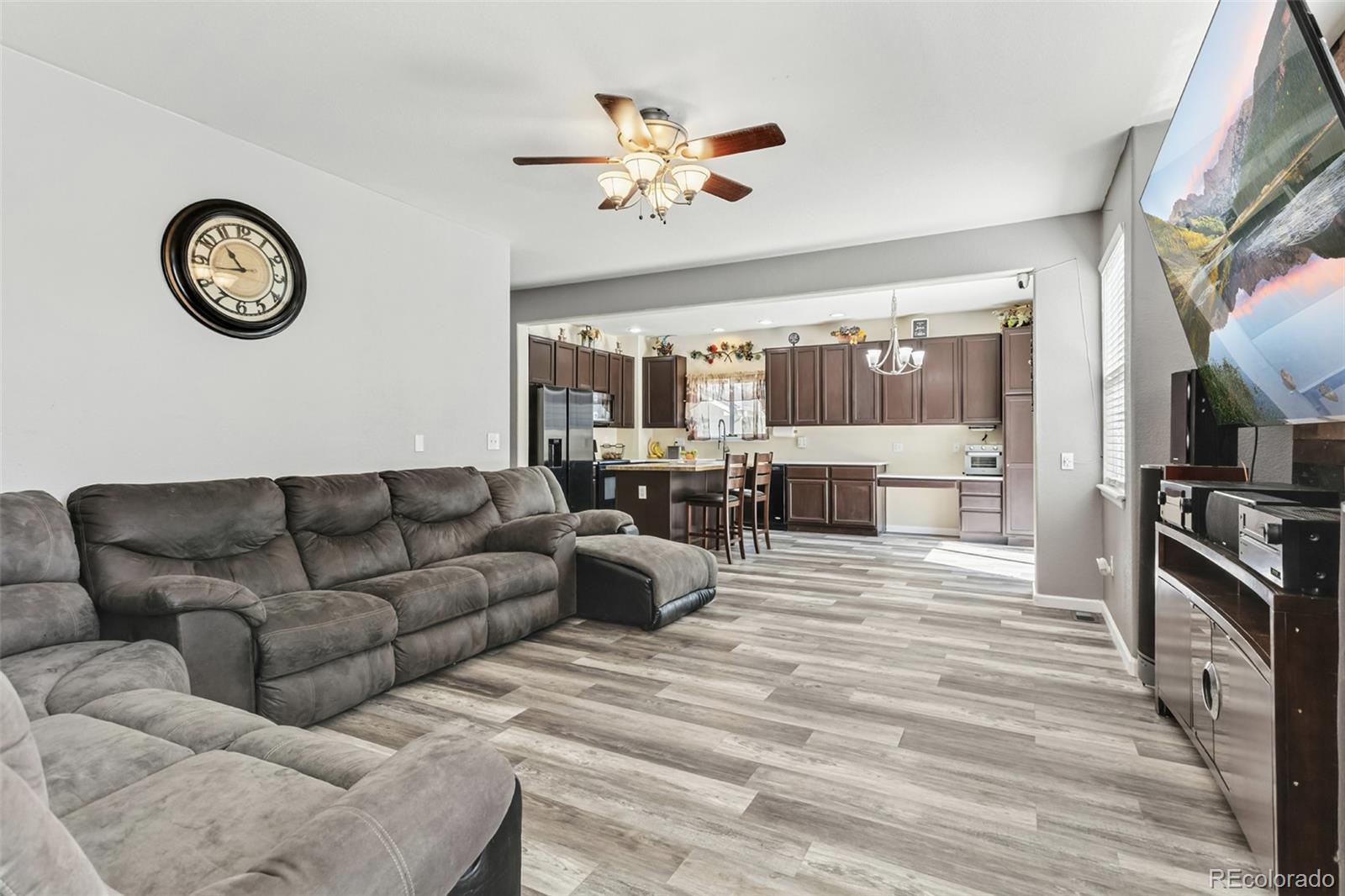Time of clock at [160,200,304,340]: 10:43
